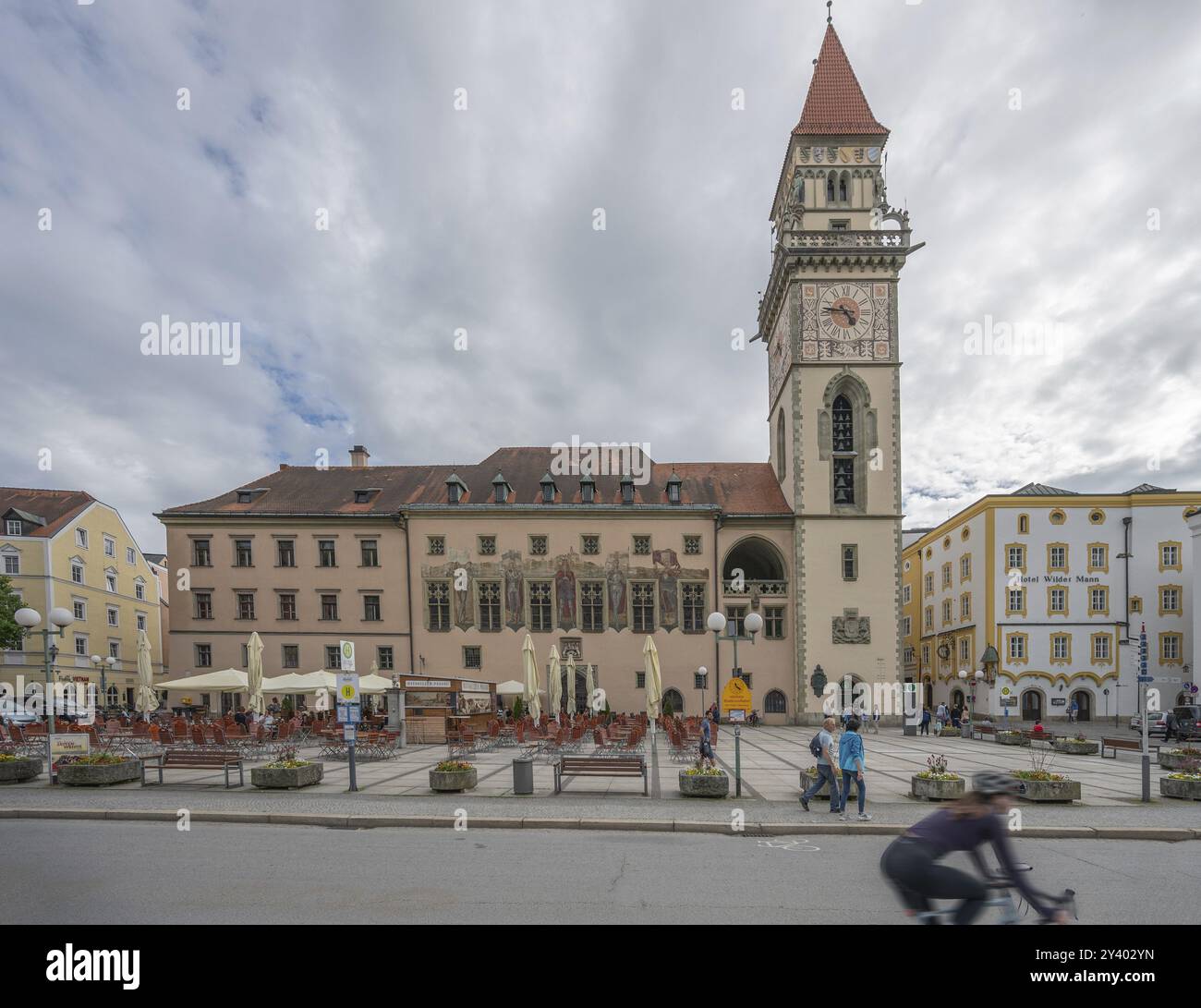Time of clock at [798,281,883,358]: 4:46
